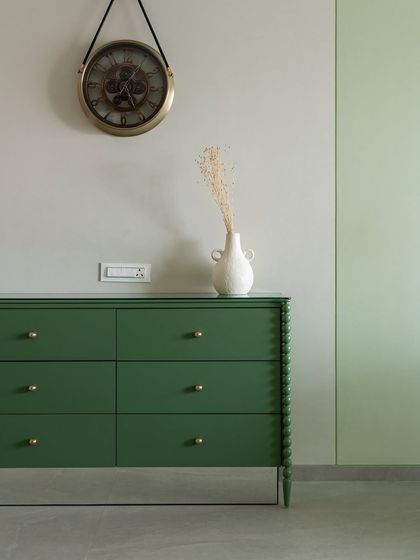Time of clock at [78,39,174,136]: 5:05
